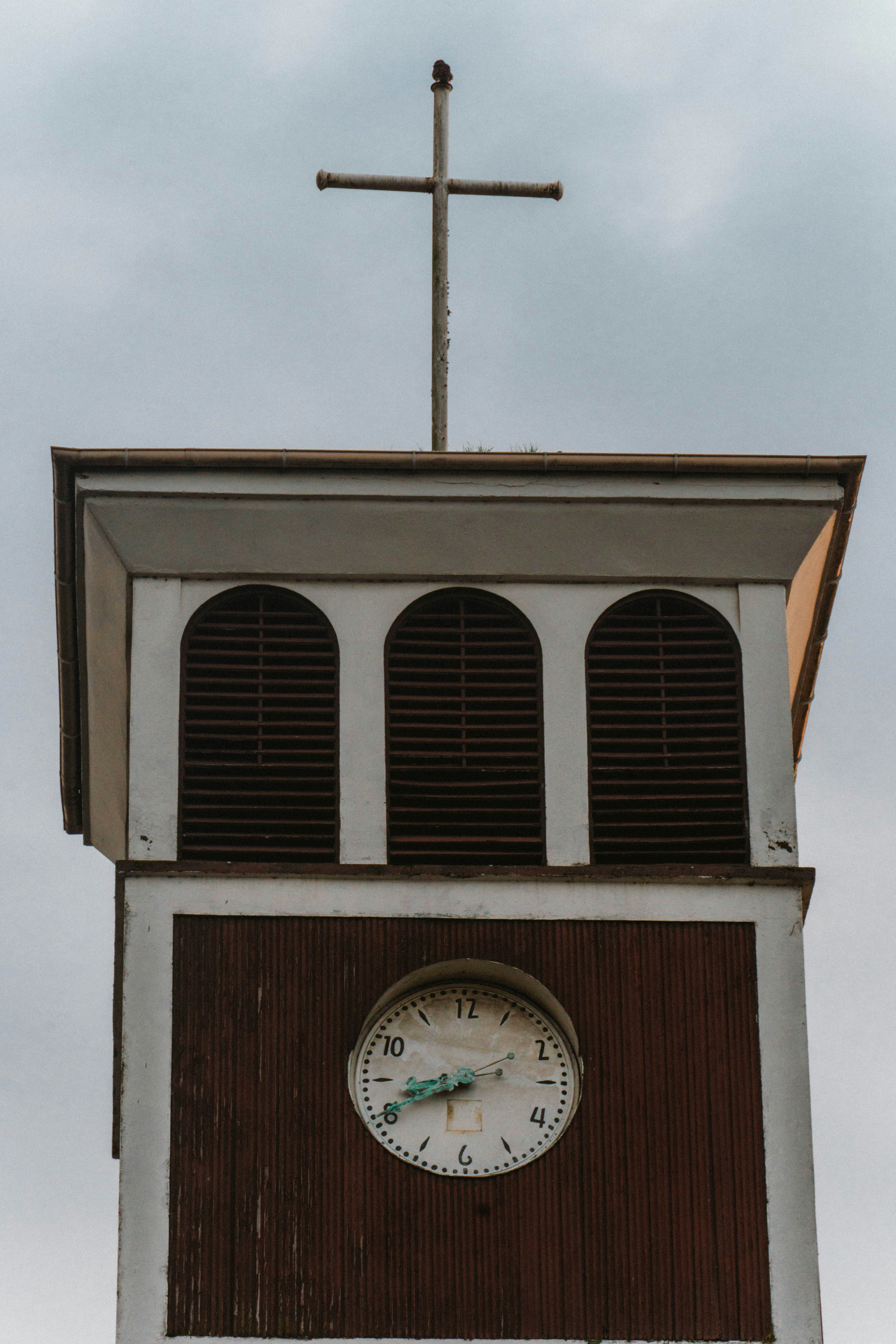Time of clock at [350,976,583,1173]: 8:41
